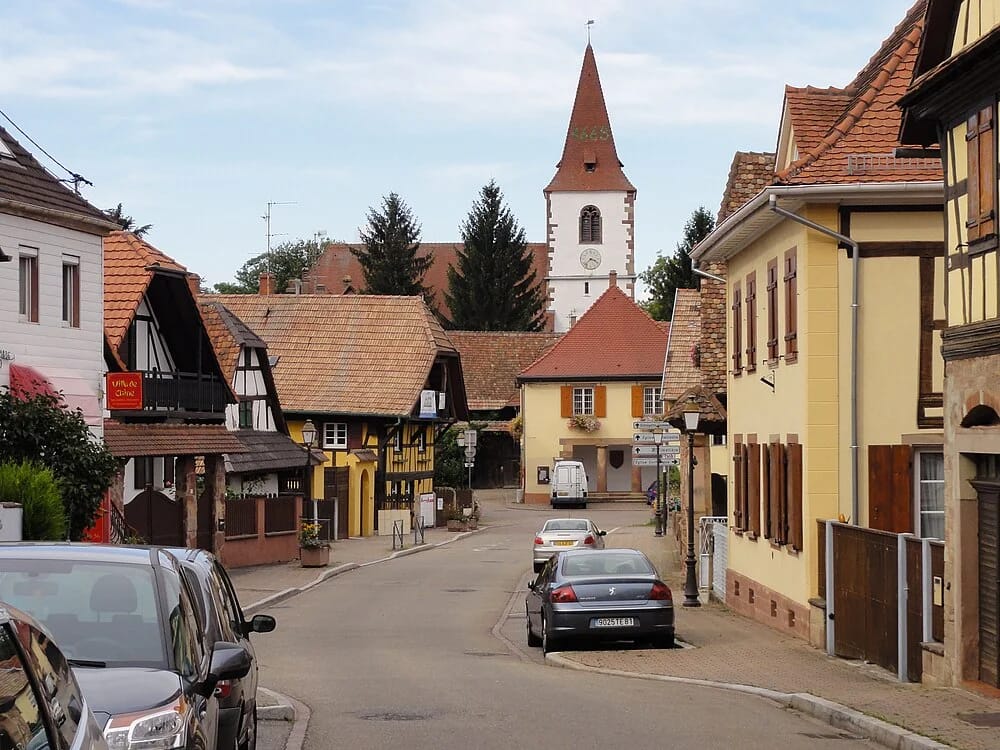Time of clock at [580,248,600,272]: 3:37
